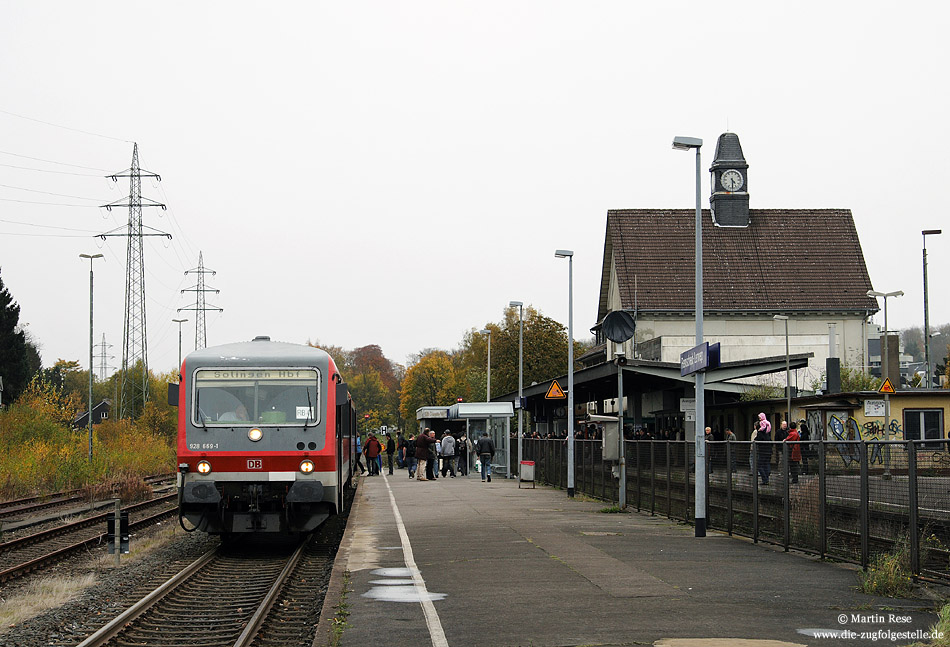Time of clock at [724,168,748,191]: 4:30
